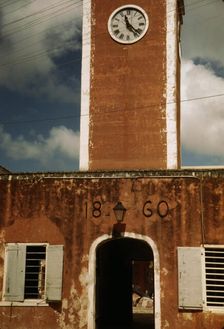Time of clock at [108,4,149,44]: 11:22
